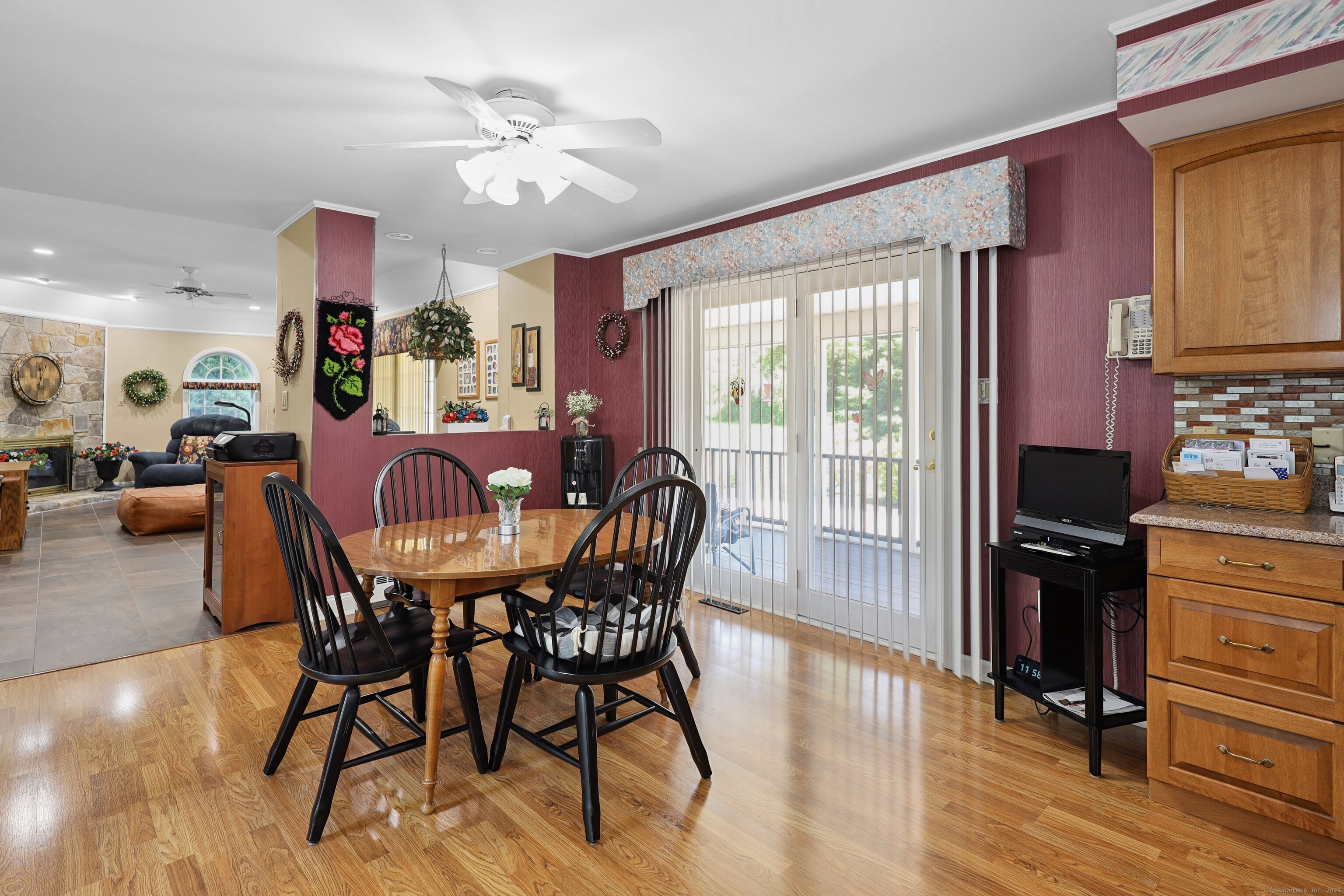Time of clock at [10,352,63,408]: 12:04
